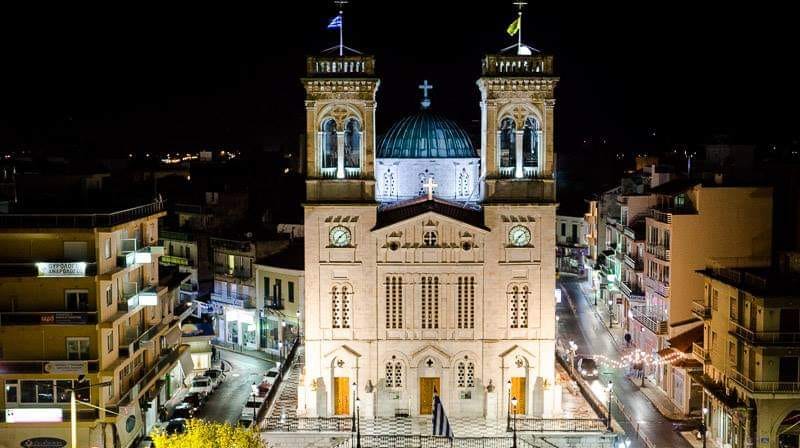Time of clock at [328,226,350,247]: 7:08
